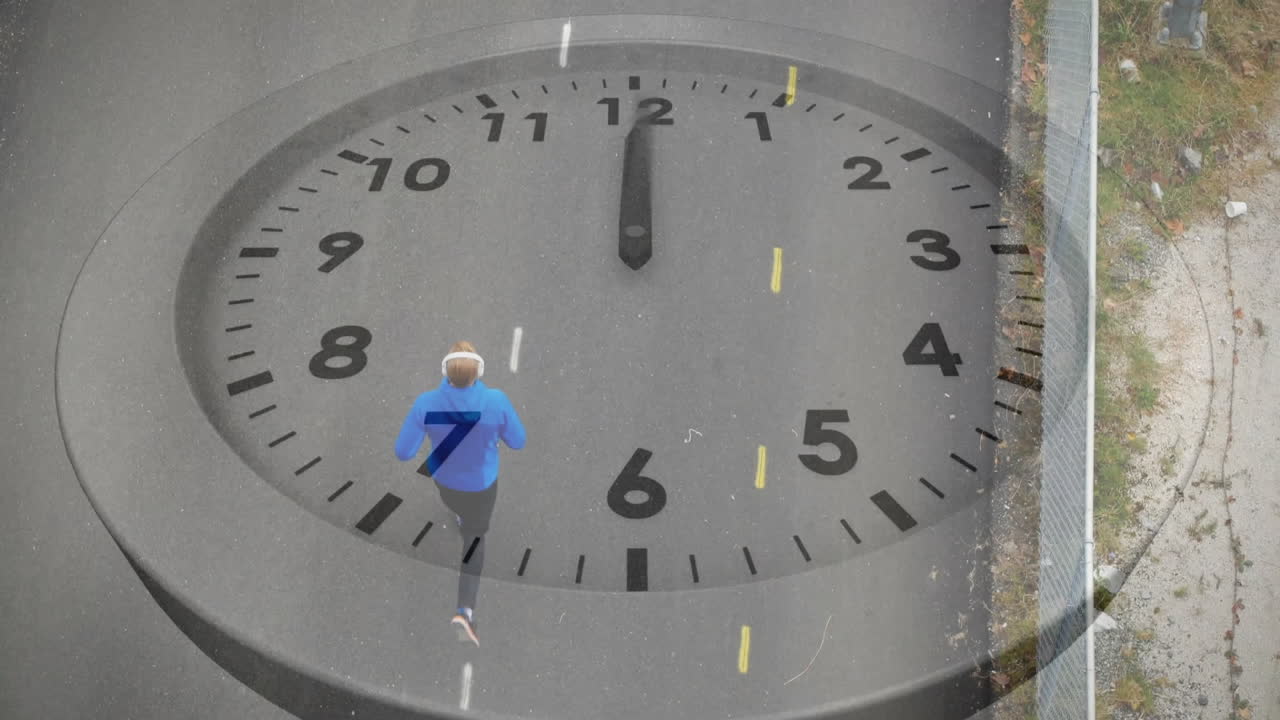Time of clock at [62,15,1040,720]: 12:00
